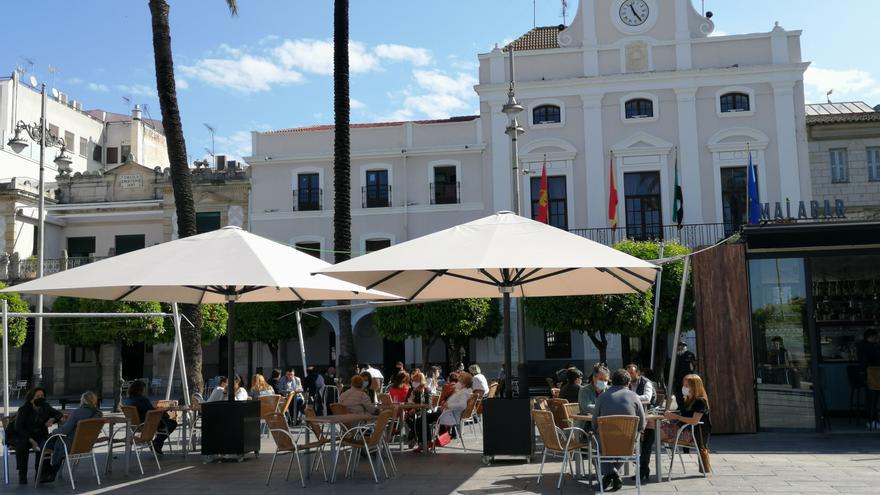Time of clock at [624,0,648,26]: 11:24
